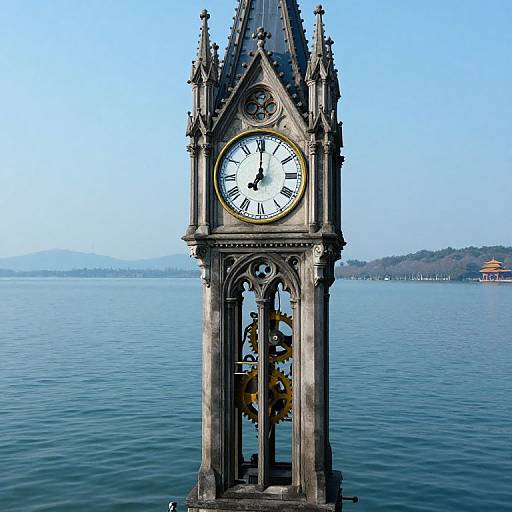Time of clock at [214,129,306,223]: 7:00
